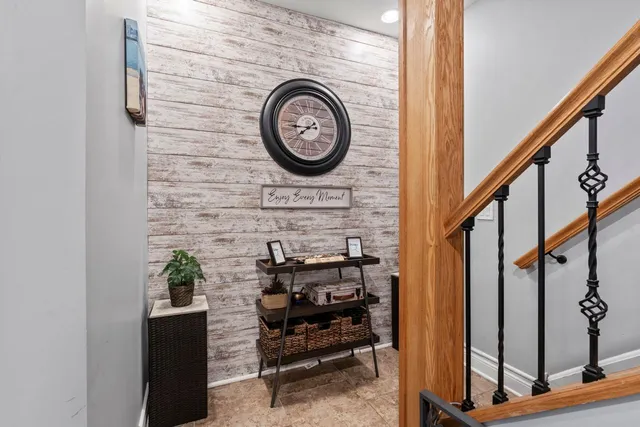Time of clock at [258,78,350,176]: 7:44
